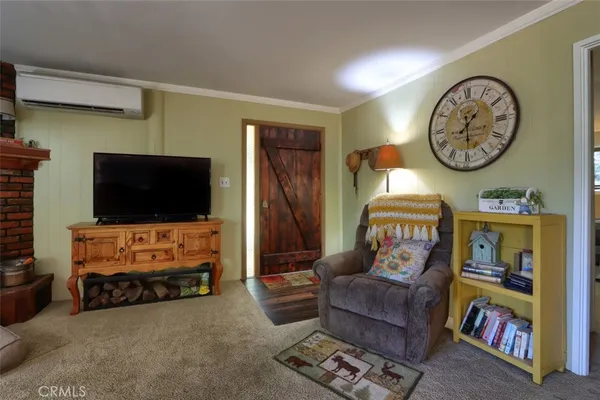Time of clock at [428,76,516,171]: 1:29
